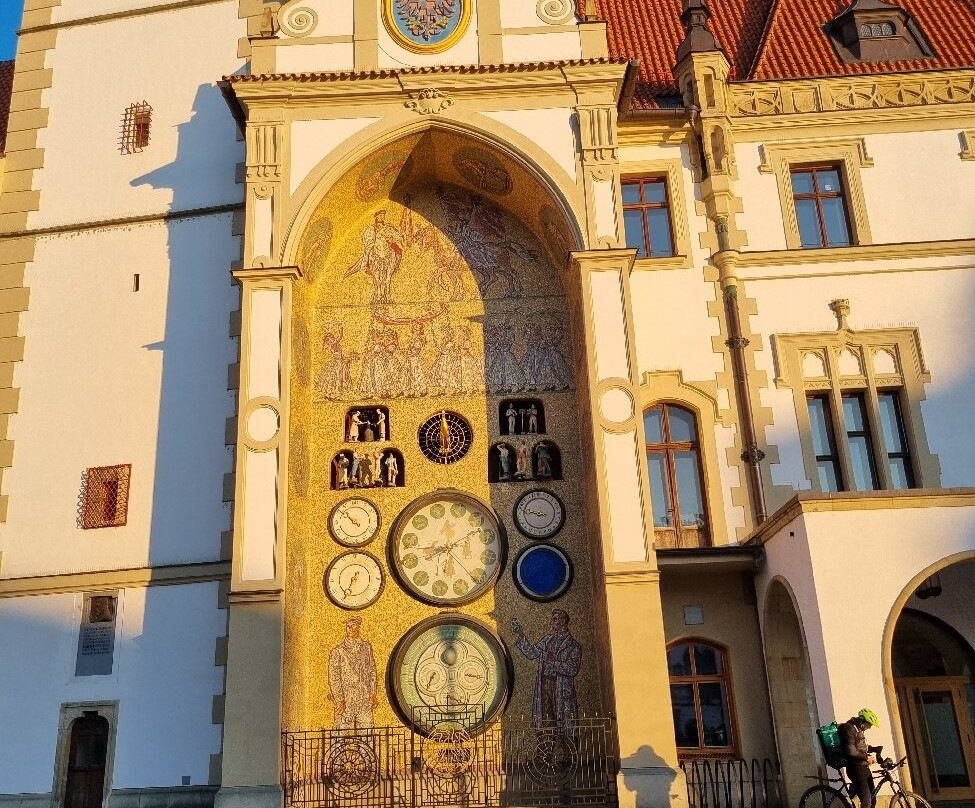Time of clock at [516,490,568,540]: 8:46
